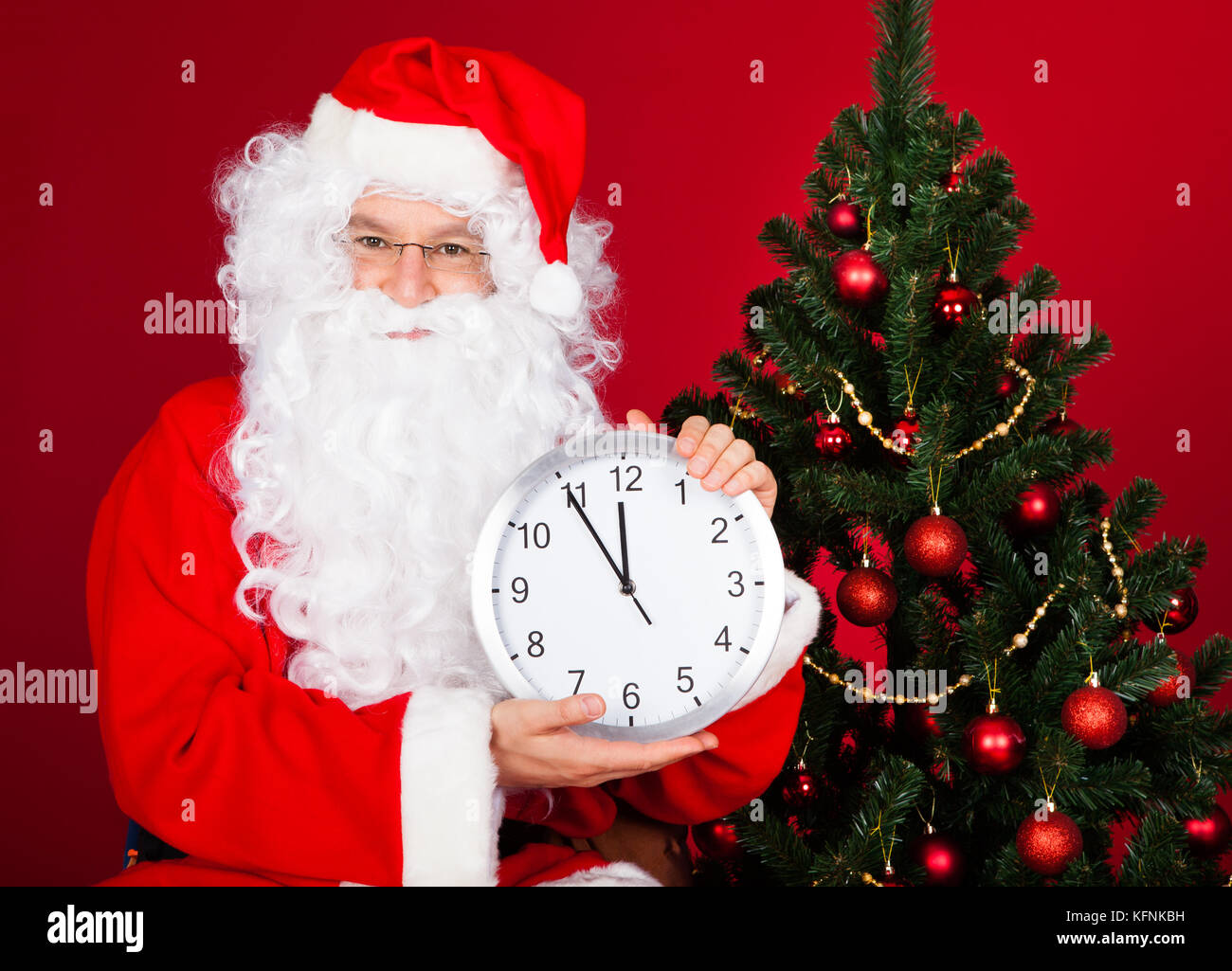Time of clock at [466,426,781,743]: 11:54
